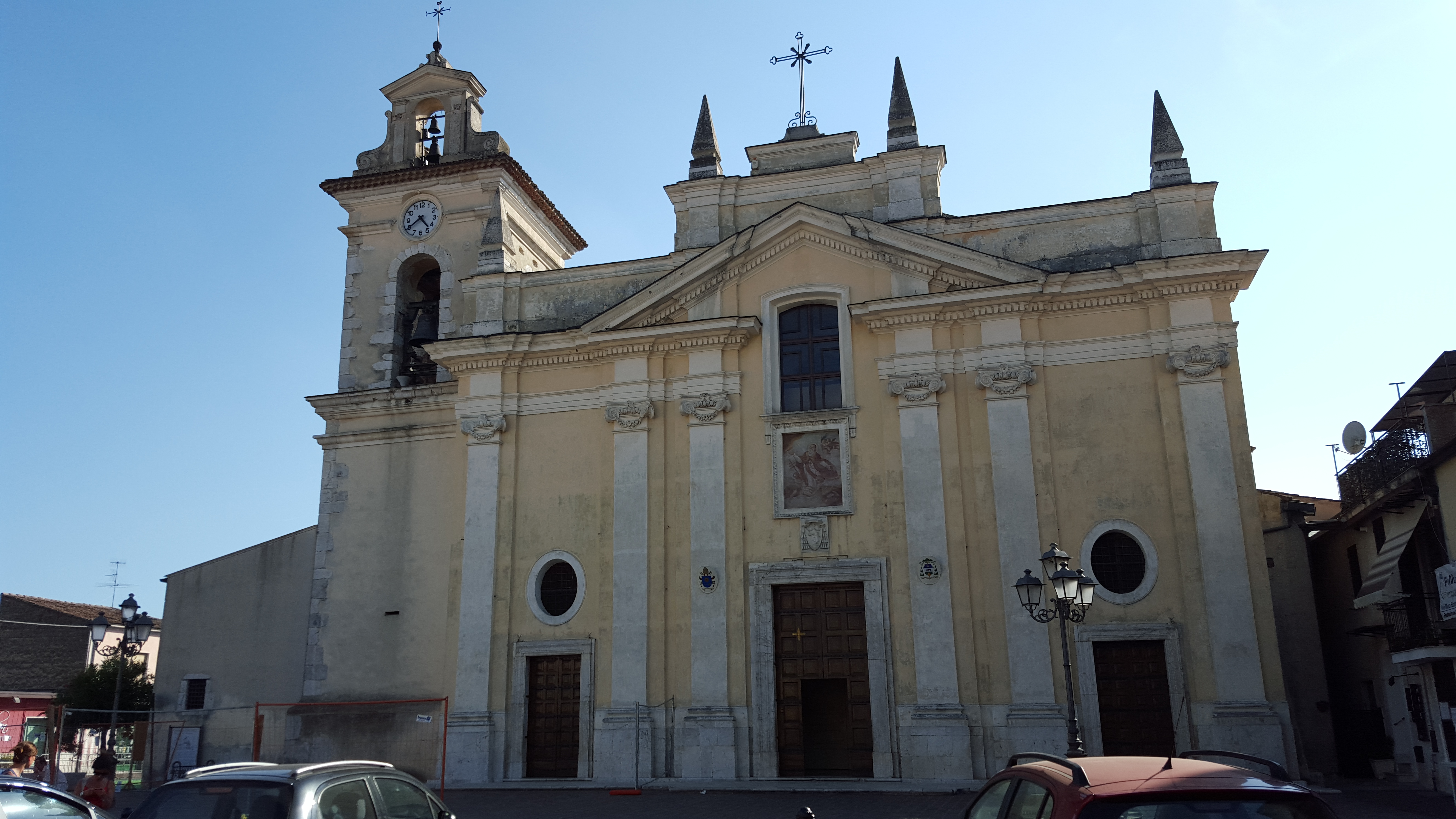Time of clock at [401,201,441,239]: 4:39
